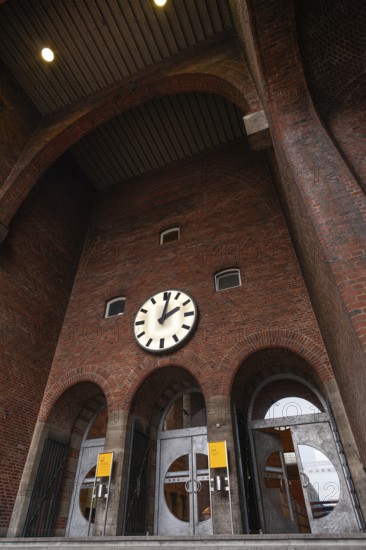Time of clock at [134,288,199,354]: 2:01
